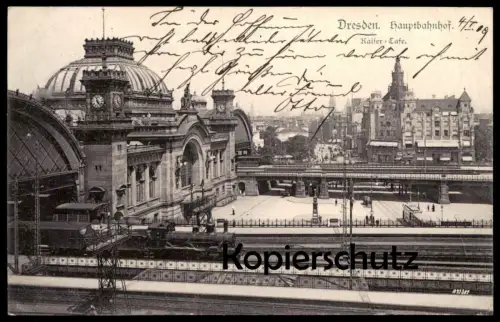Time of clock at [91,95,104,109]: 4:57
